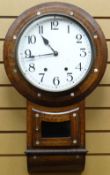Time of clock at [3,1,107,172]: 10:43
